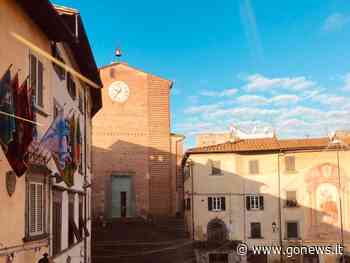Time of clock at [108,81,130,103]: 9:36
